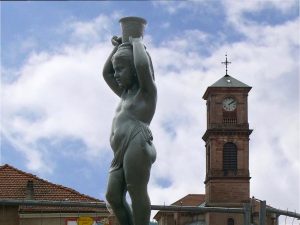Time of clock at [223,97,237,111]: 2:09
